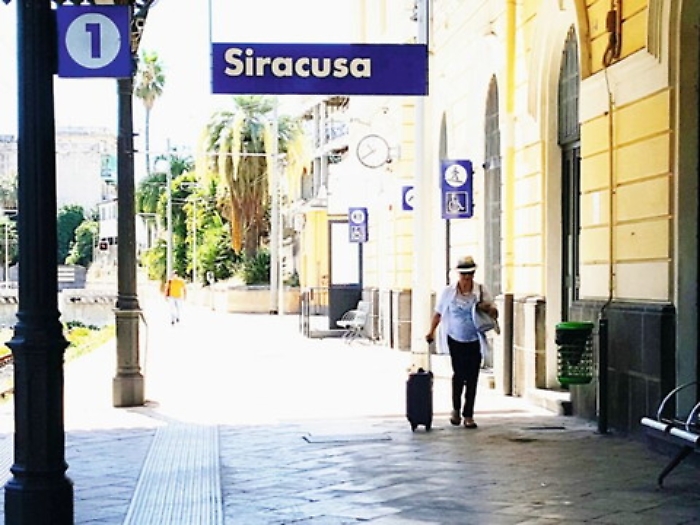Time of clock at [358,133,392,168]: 10:39
